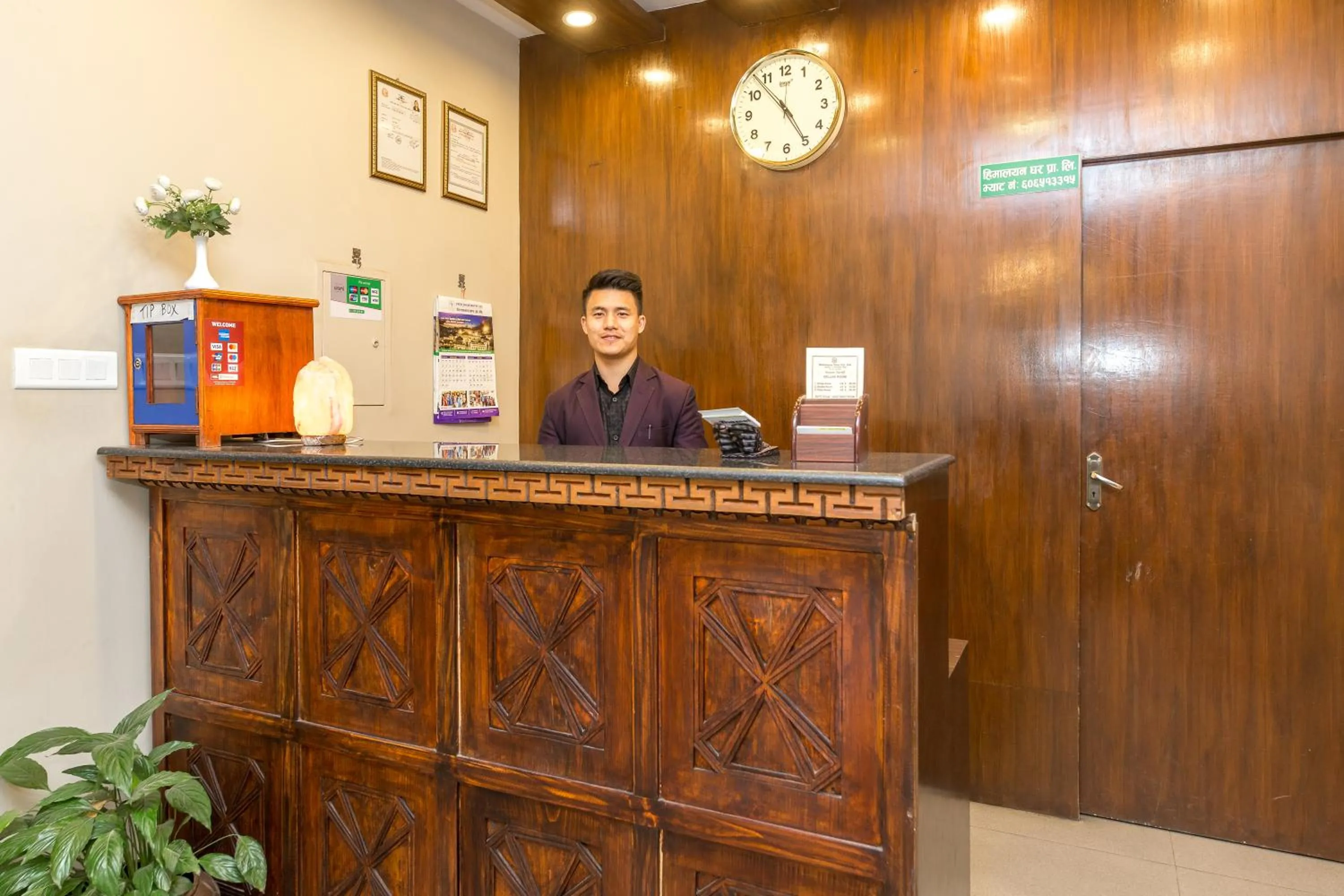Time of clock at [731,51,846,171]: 4:53
